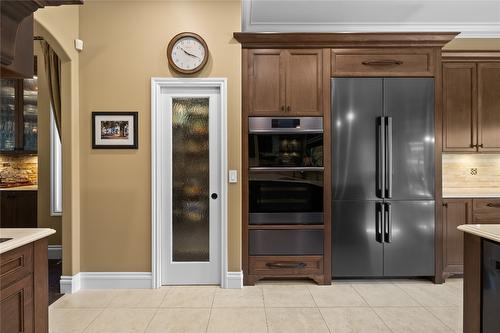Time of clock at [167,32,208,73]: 10:18
